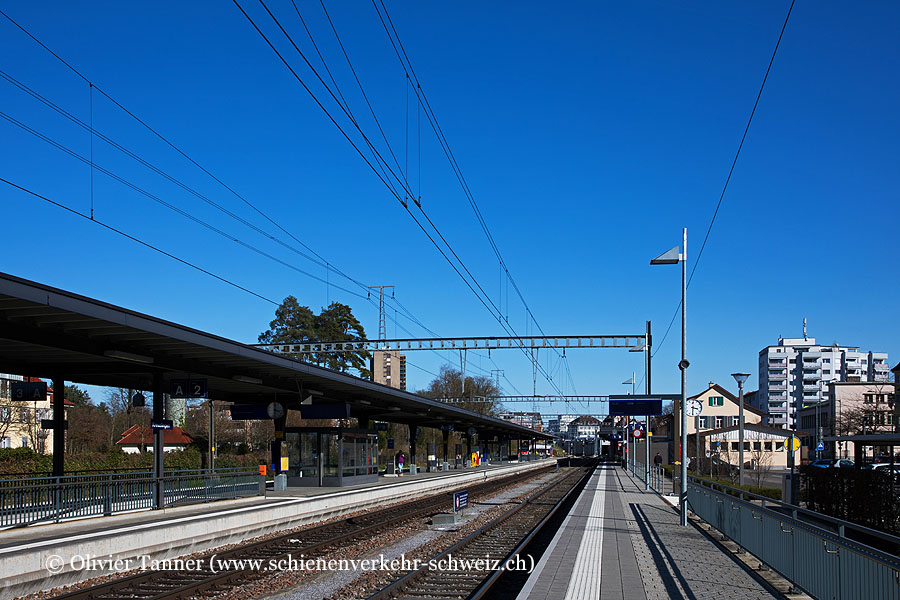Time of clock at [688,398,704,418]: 3:30
